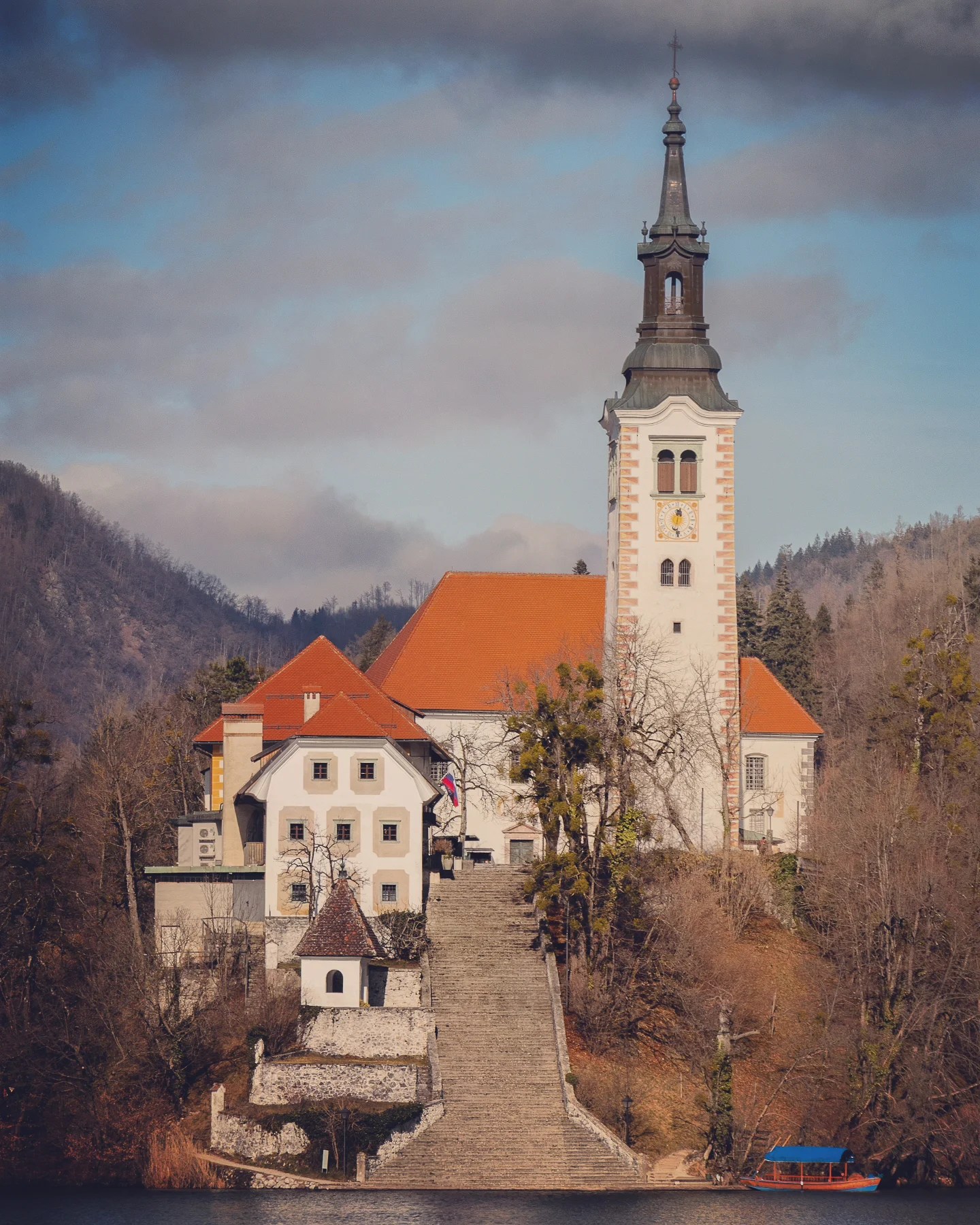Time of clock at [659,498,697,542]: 12:32
